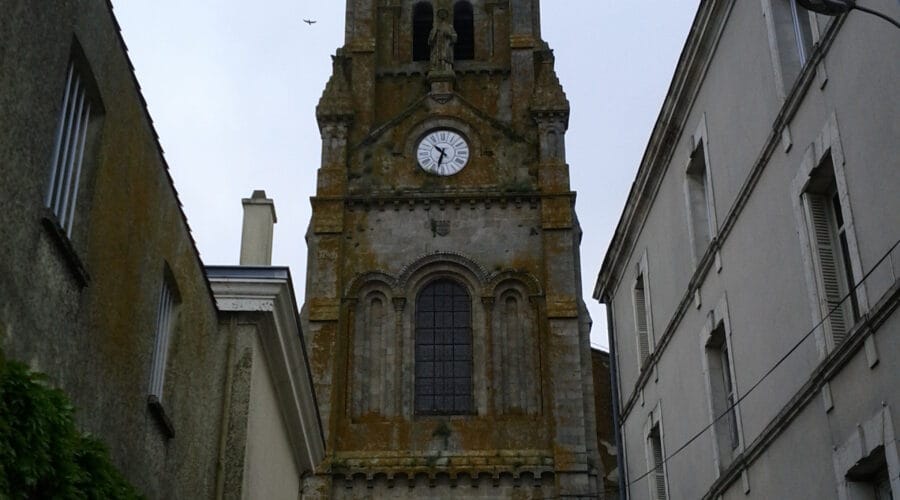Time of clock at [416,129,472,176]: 10:32
